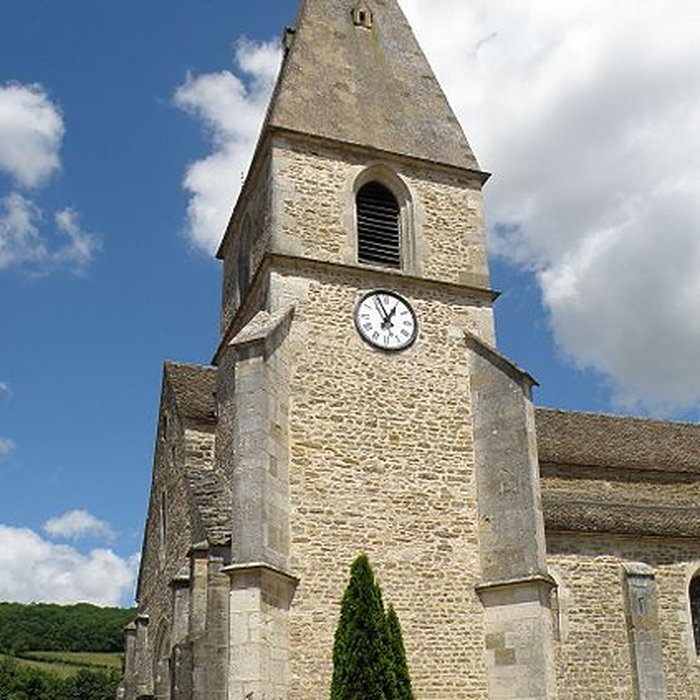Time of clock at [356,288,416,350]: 12:56
